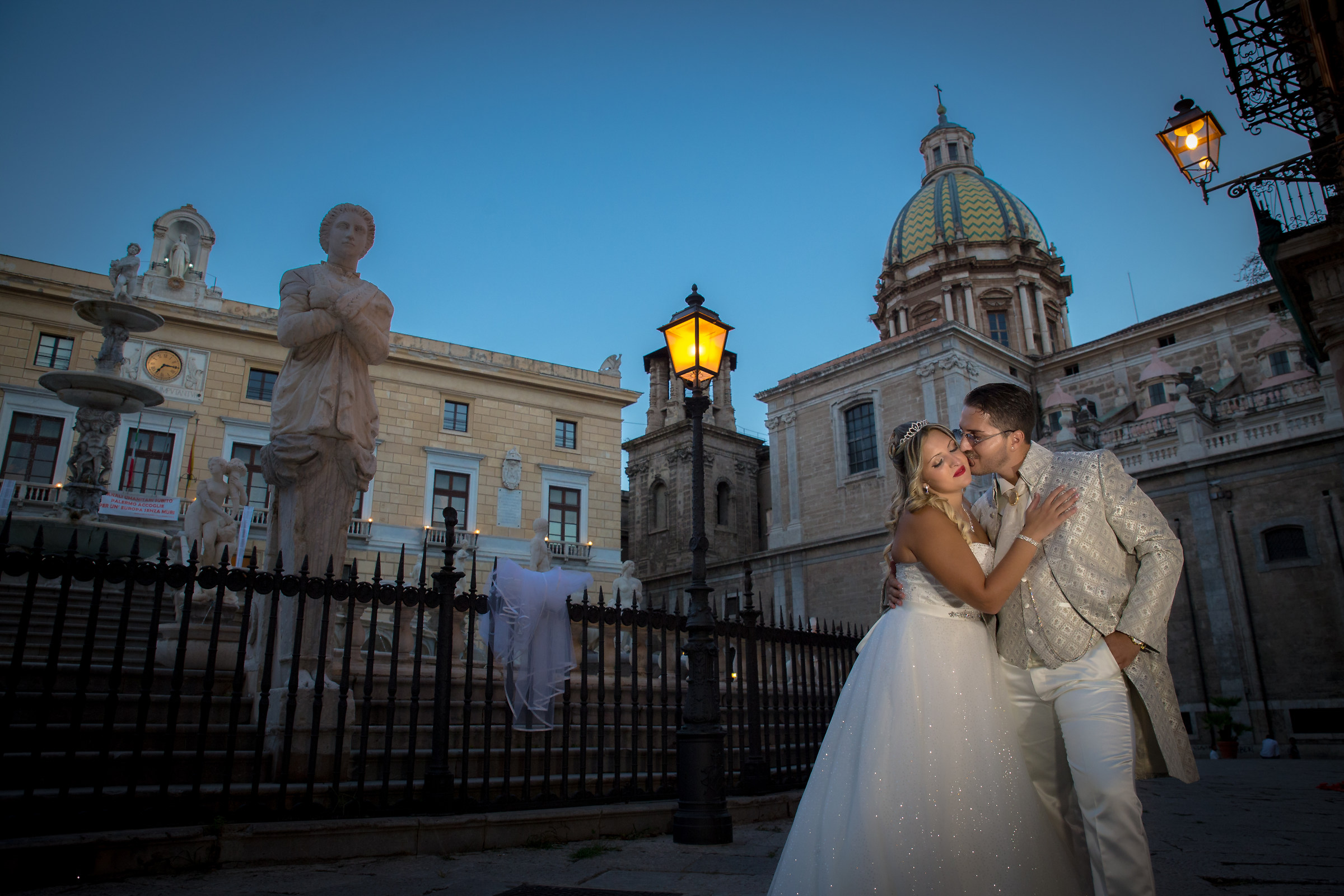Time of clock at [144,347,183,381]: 7:15
